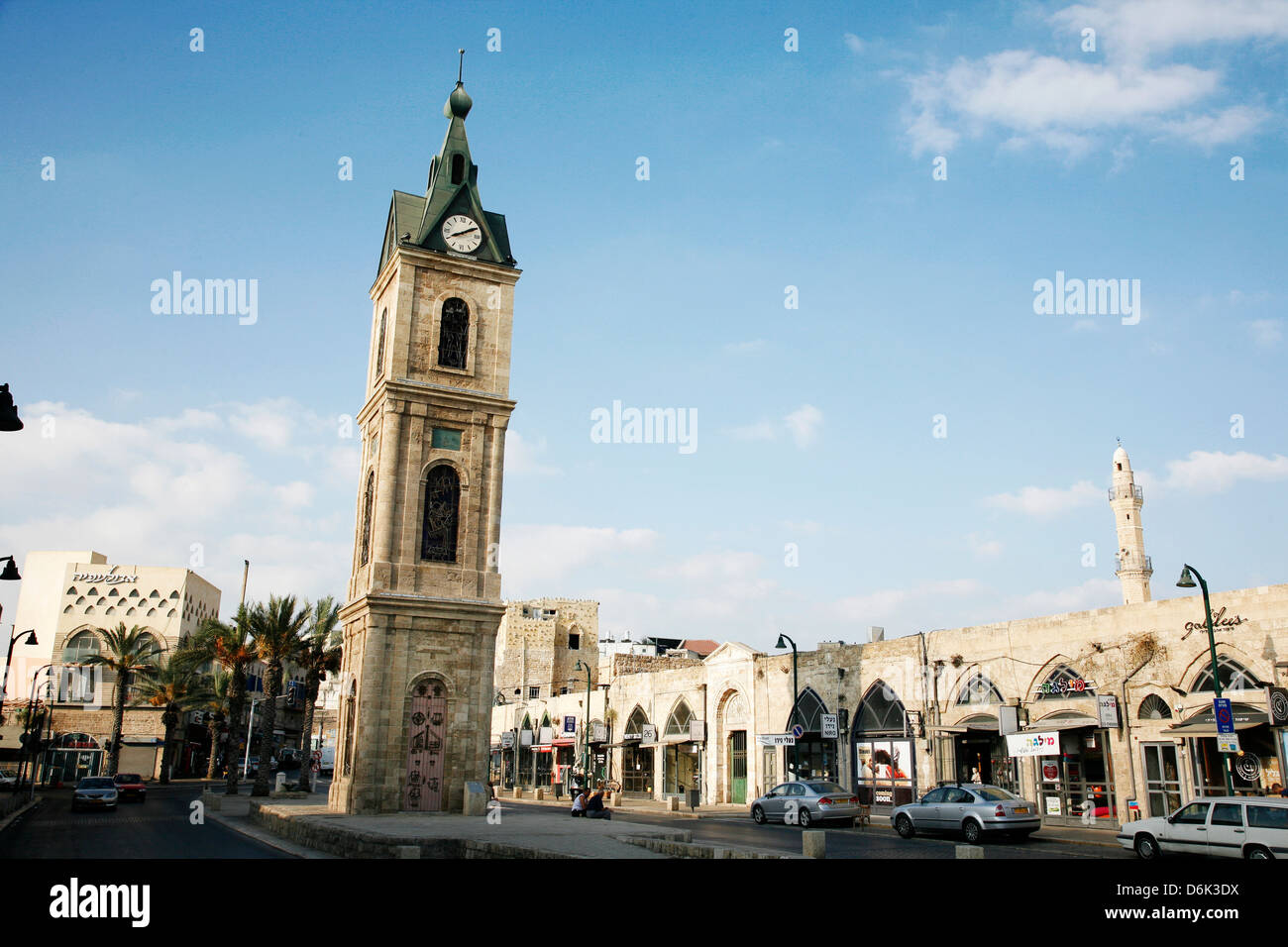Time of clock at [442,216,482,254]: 8:09
